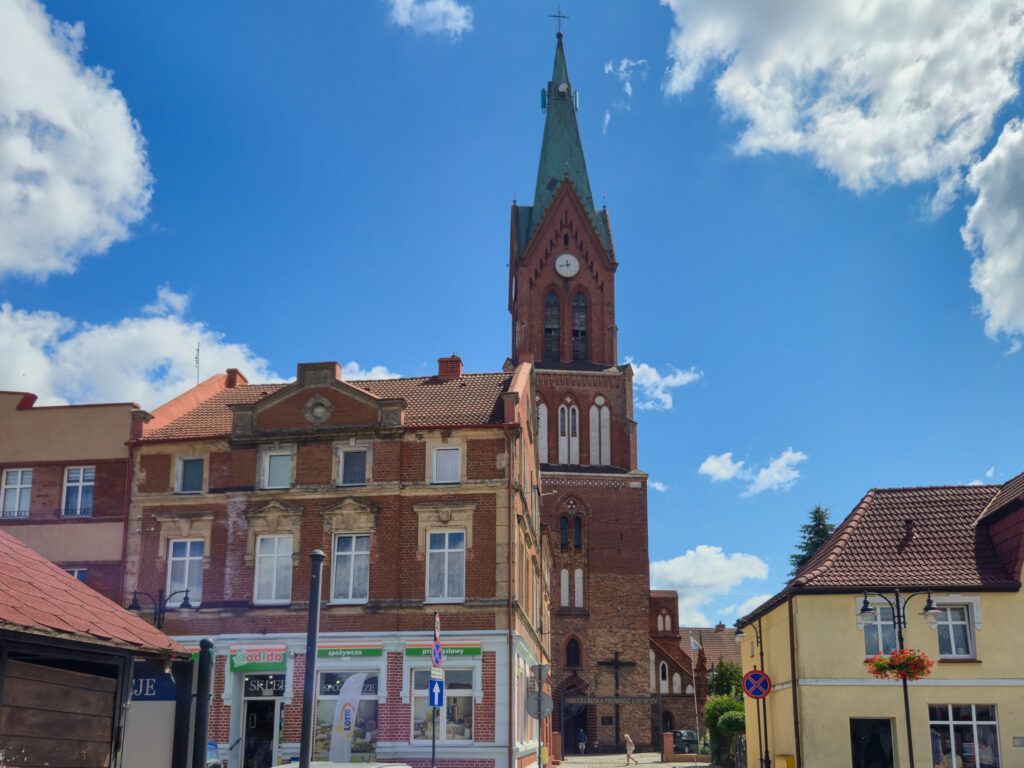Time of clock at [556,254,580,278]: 11:43
